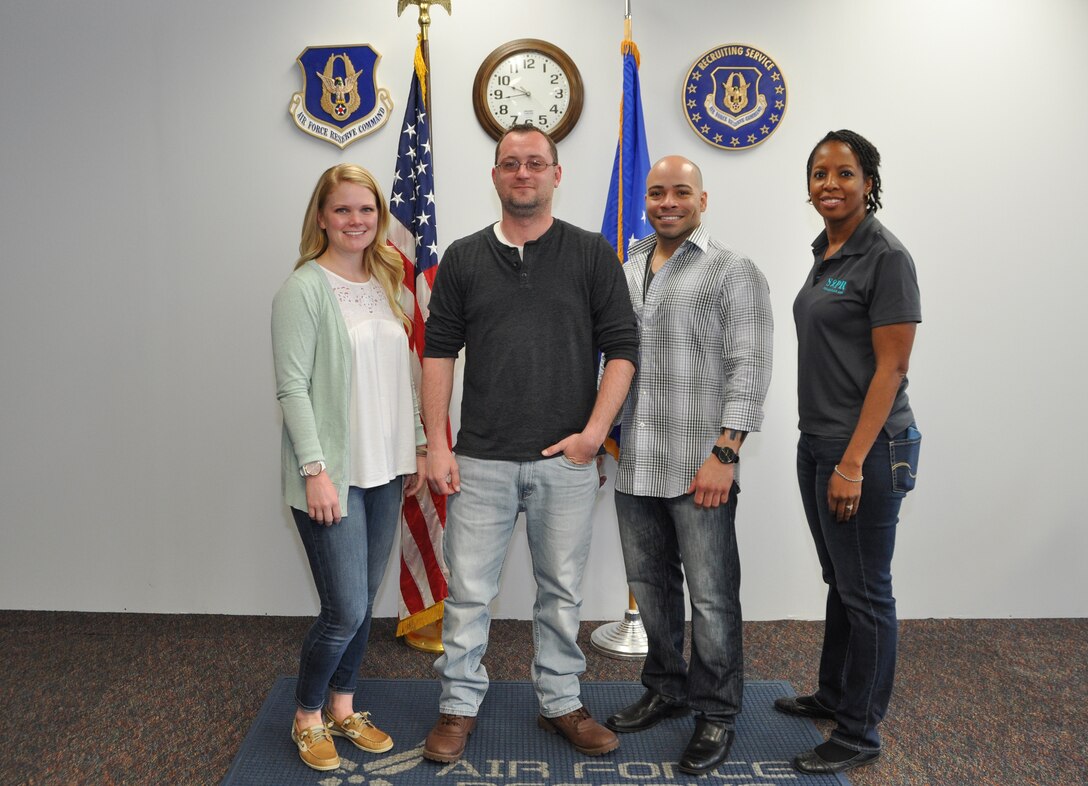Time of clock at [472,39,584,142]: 9:43
